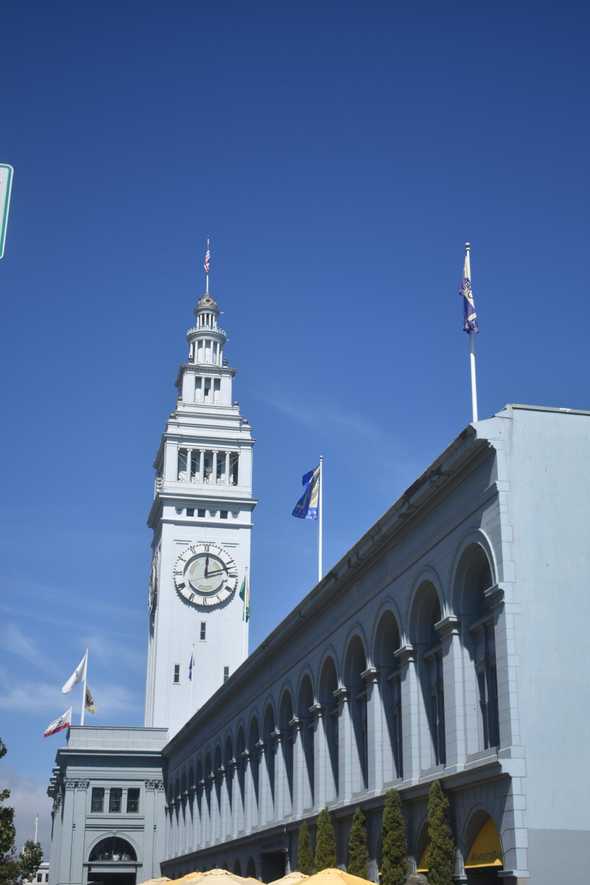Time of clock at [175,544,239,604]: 12:12
